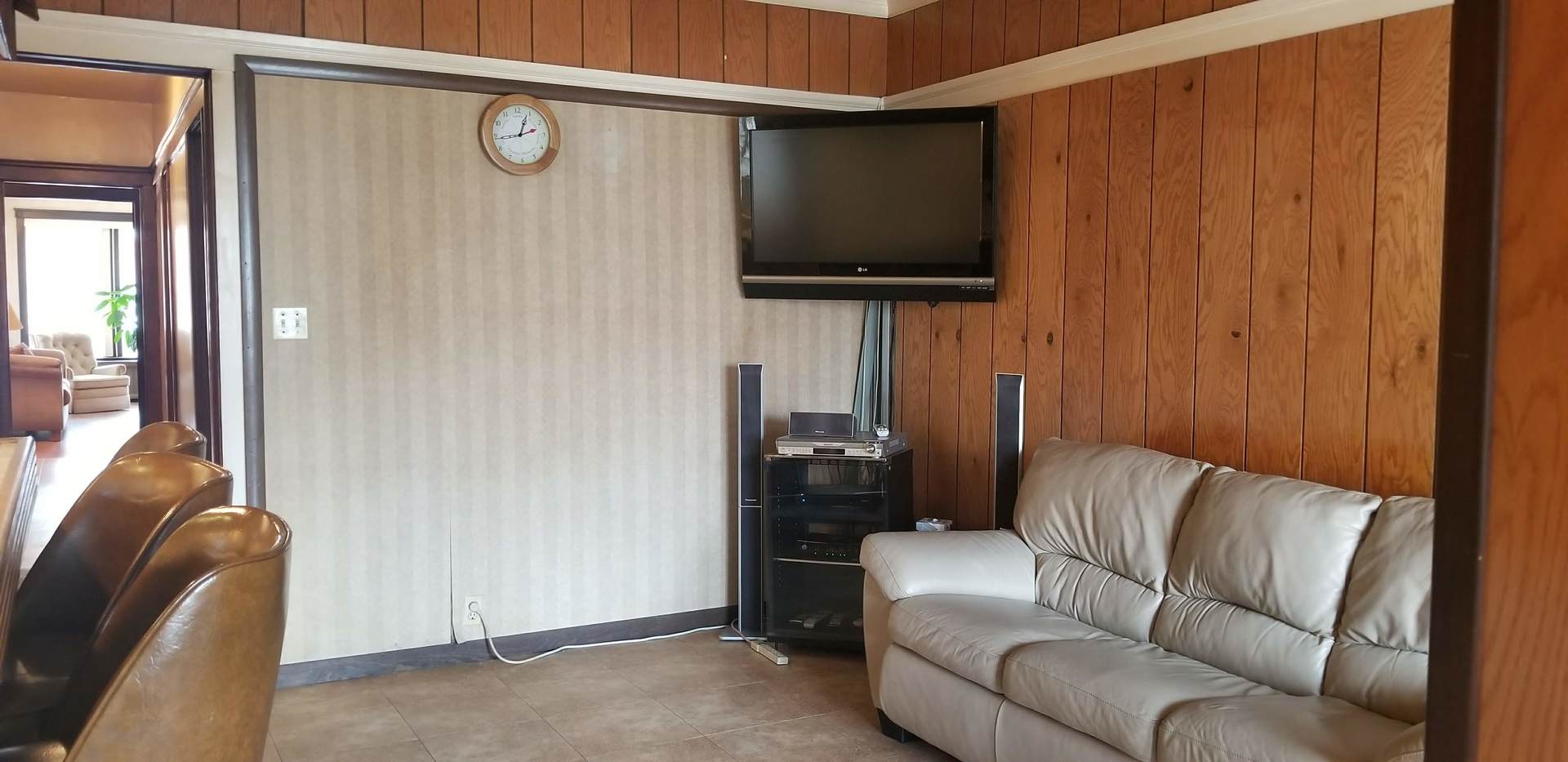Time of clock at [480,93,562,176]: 12:43
